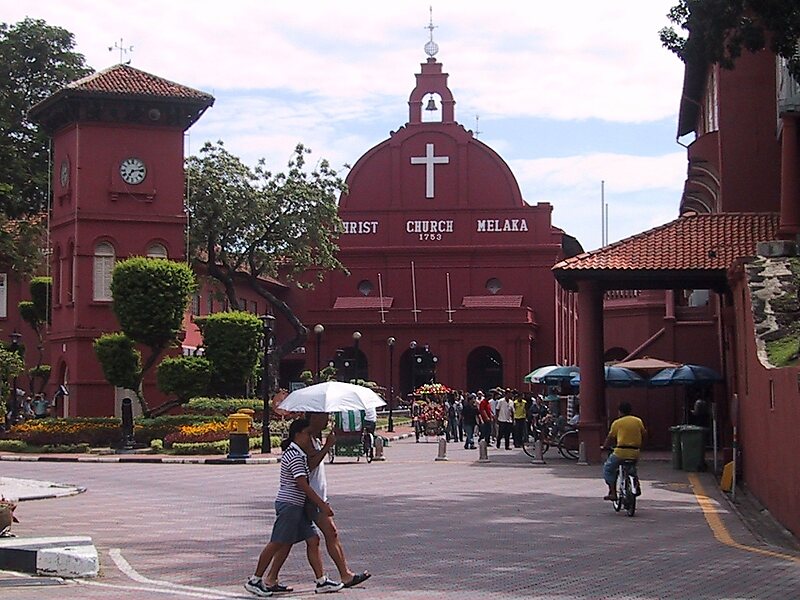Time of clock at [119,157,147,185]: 7:13
